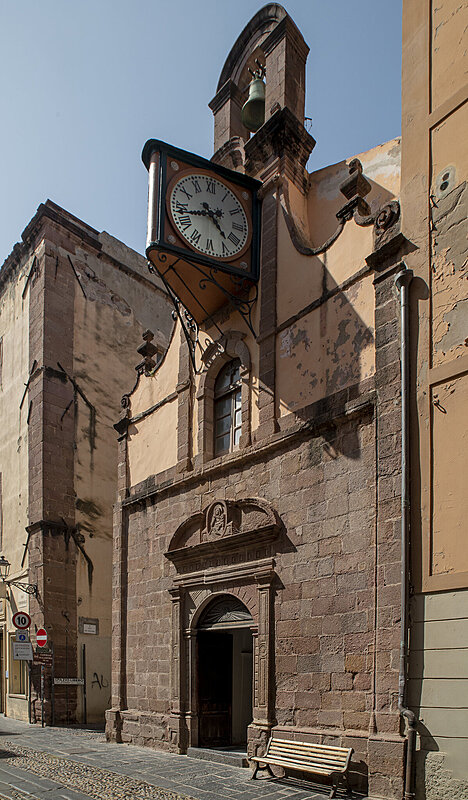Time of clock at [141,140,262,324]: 4:42
